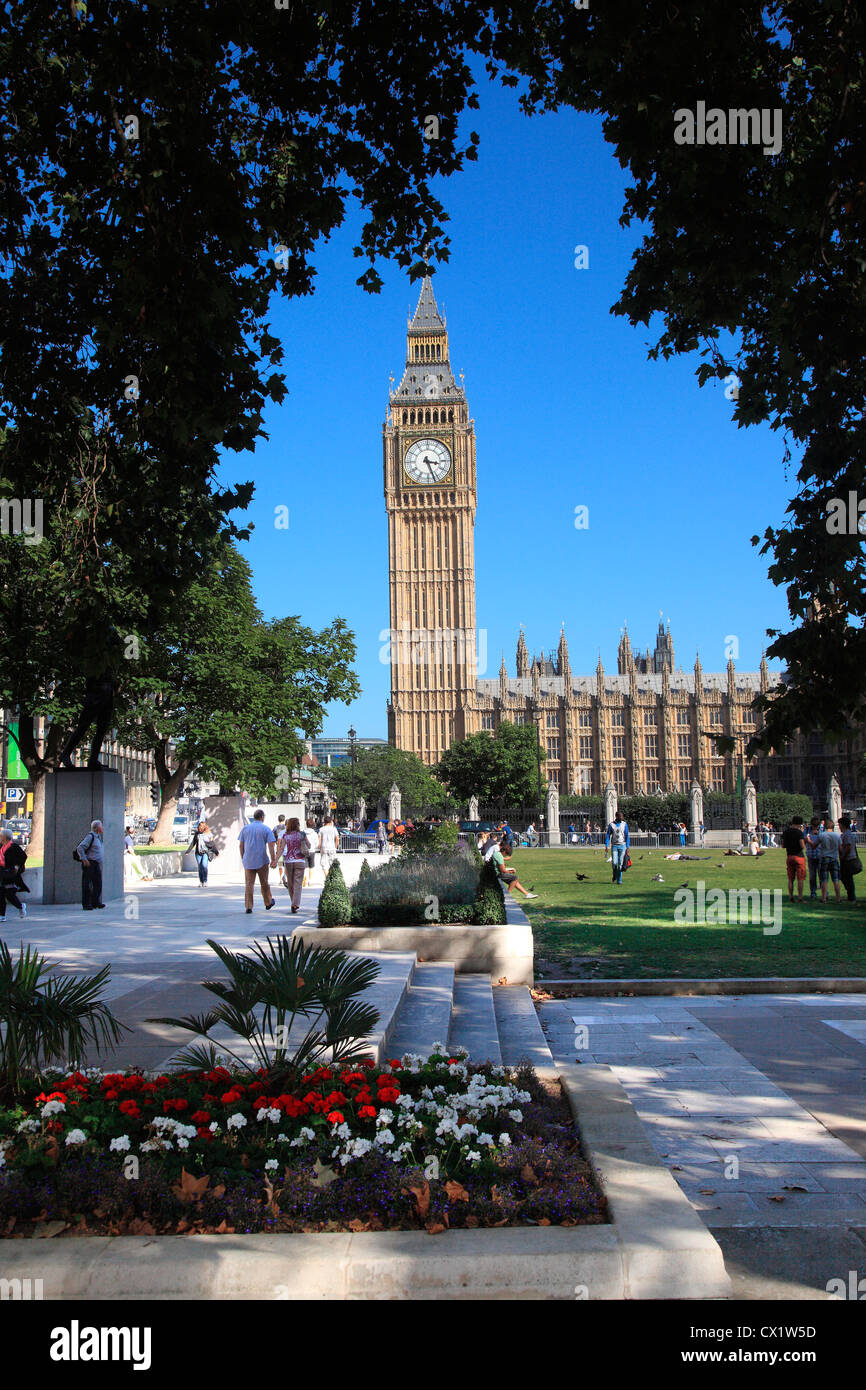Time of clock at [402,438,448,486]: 3:26
